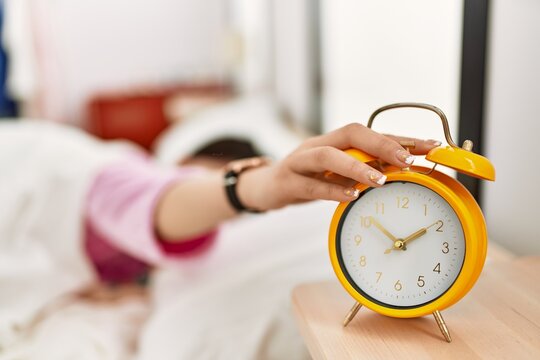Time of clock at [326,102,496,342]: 1:51
